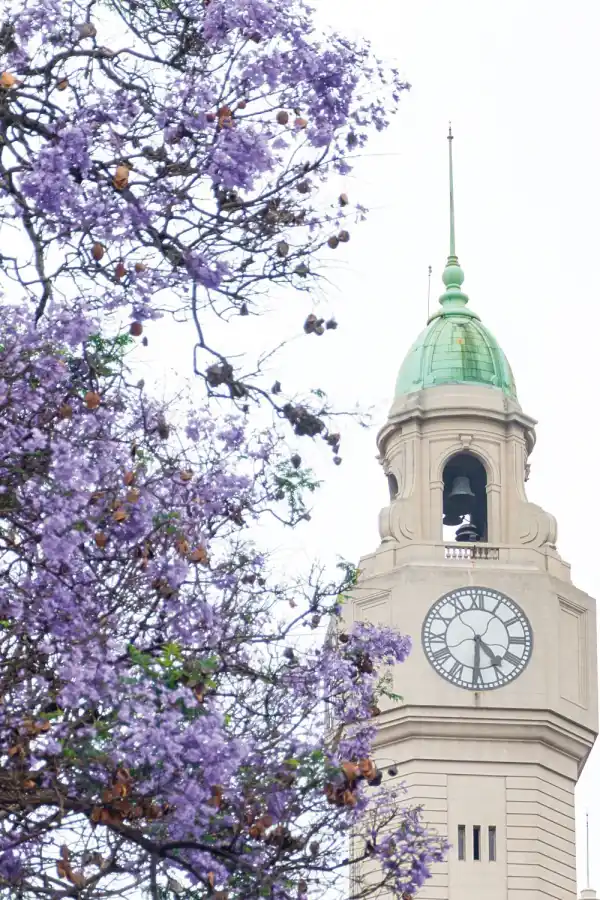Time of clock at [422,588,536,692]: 4:30
